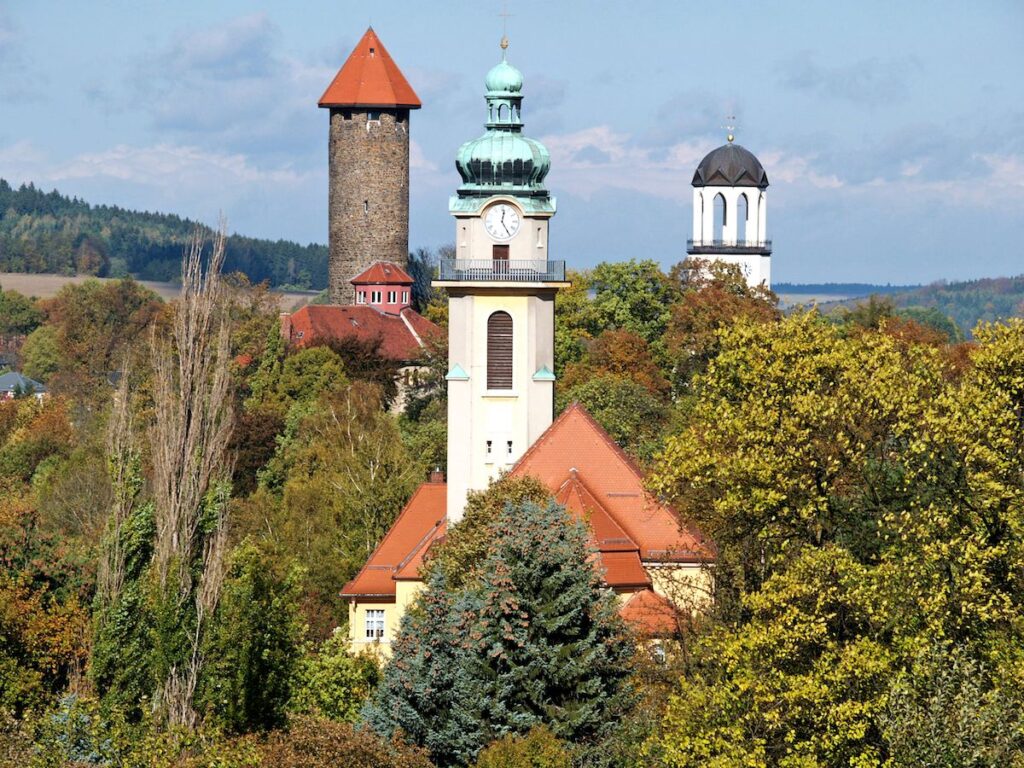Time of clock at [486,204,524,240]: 12:24
